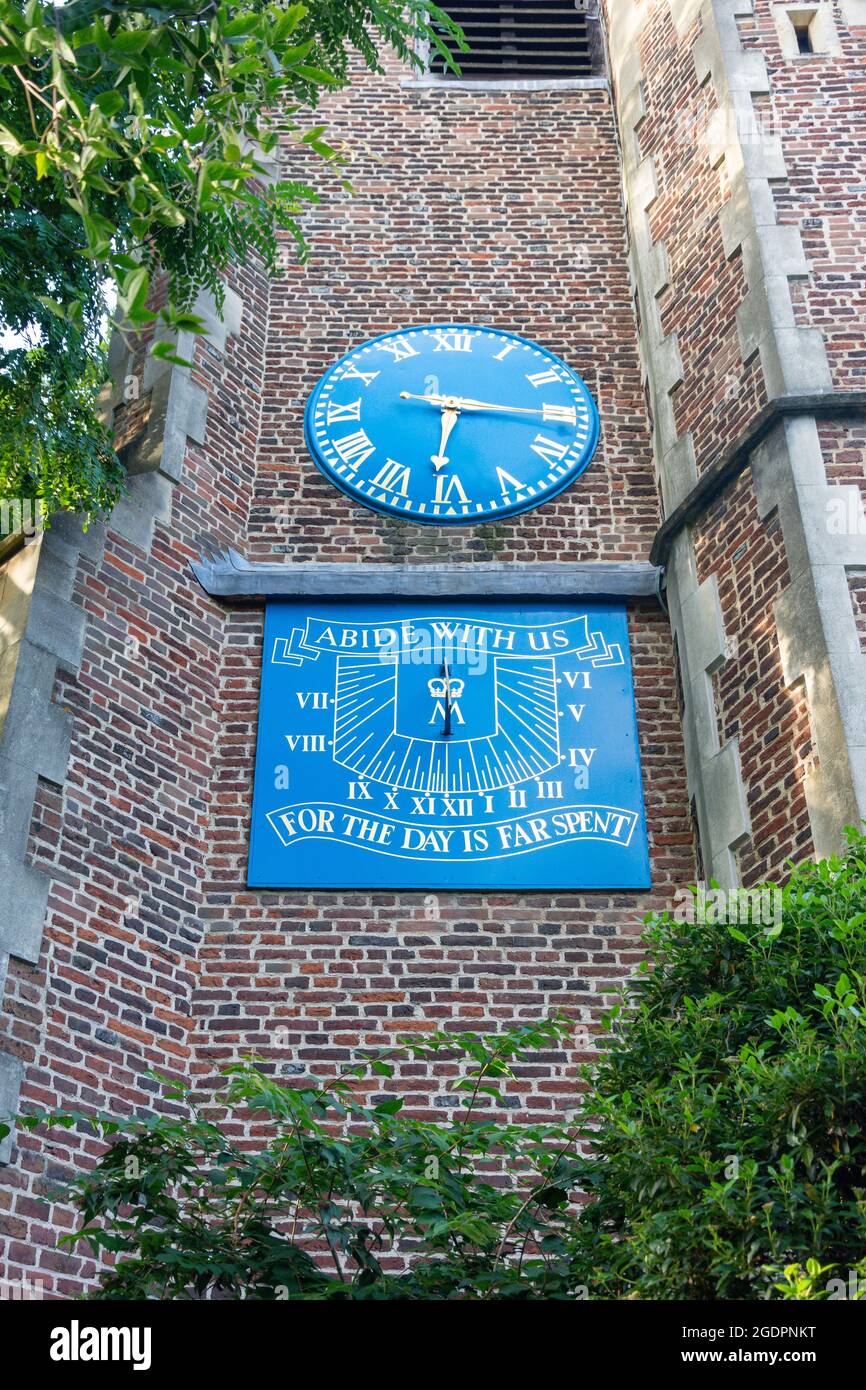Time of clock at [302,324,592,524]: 6:16
